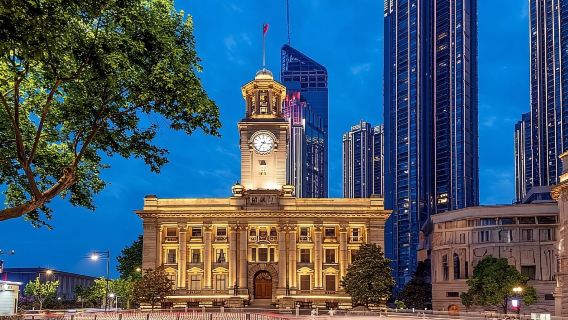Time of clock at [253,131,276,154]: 7:15
